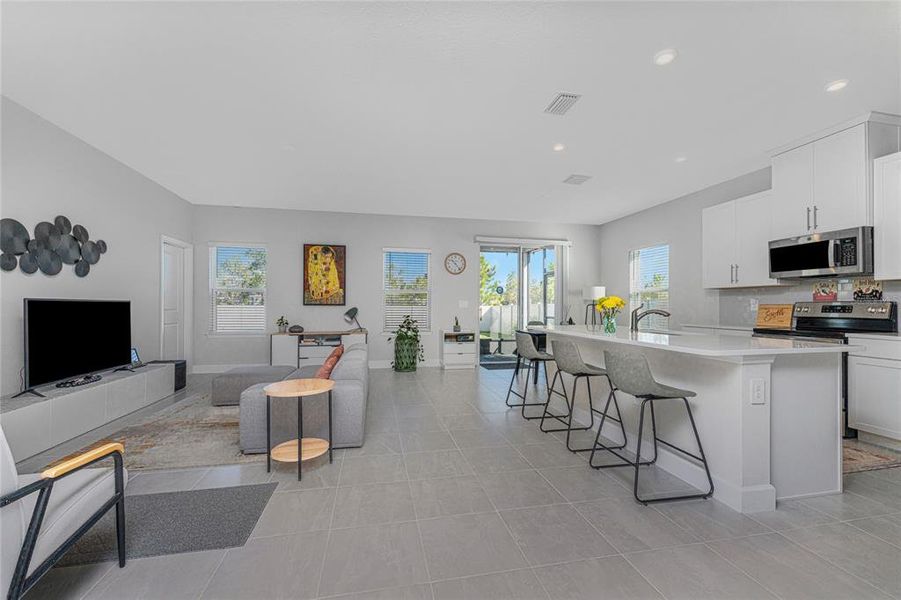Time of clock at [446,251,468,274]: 10:23
